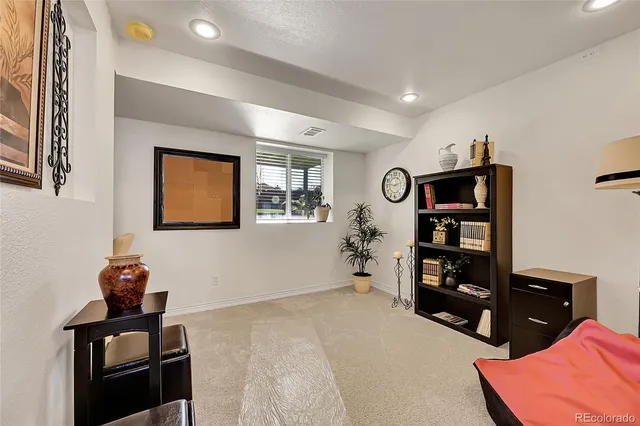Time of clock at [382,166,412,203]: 9:12
